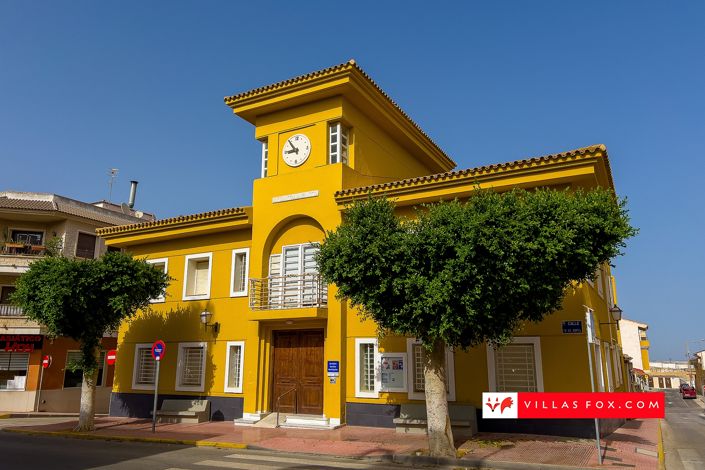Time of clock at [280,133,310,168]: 8:53
